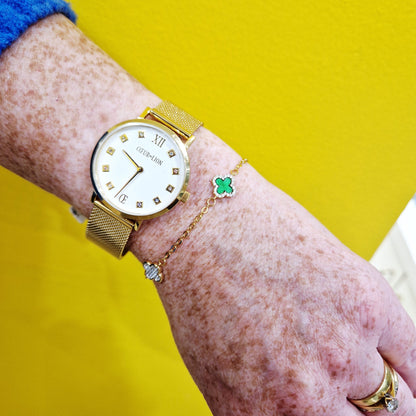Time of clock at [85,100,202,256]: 10:37
